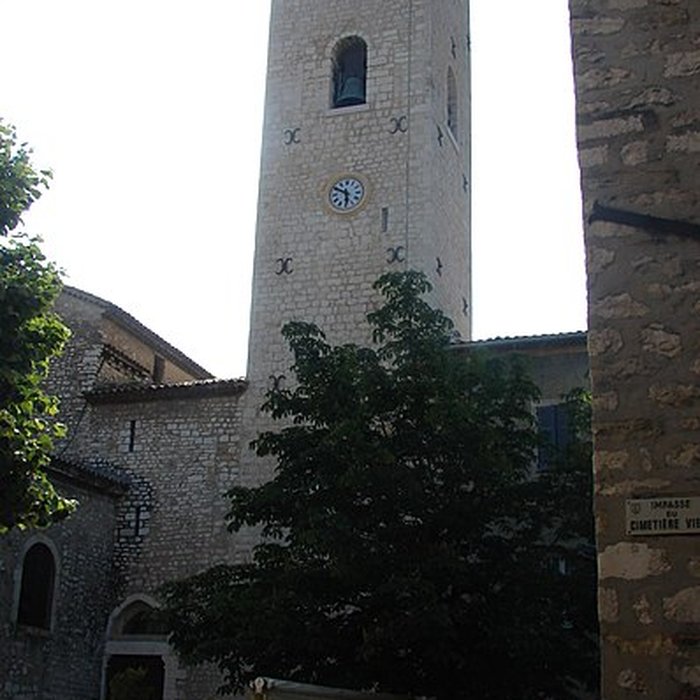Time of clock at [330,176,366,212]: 5:49
